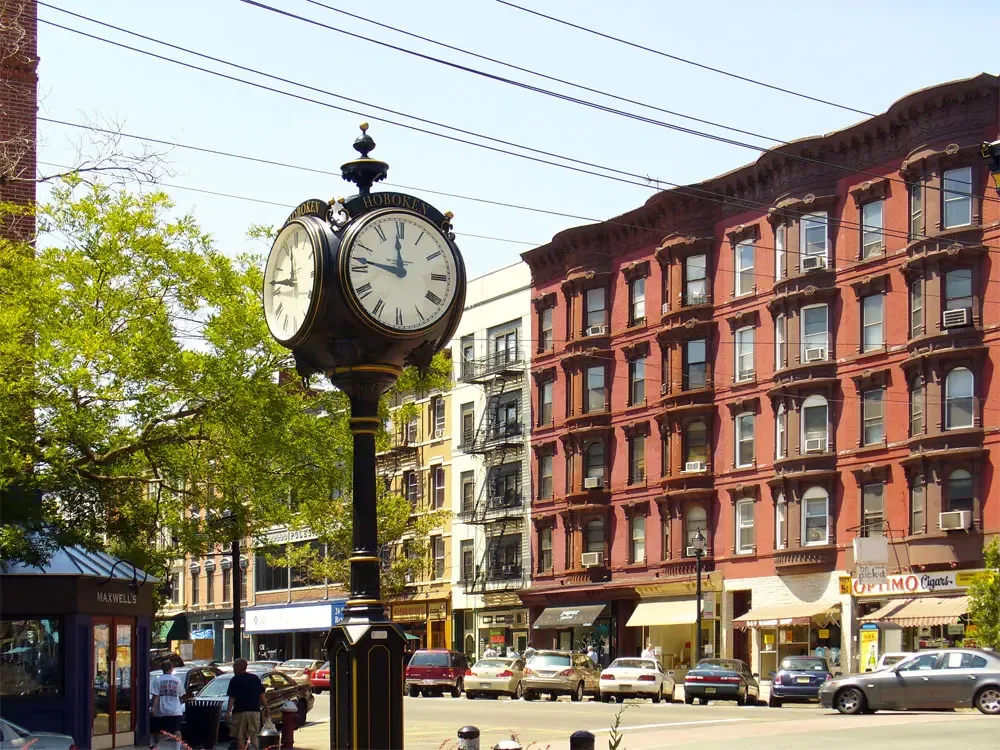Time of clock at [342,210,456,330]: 11:46
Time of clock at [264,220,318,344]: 11:46
